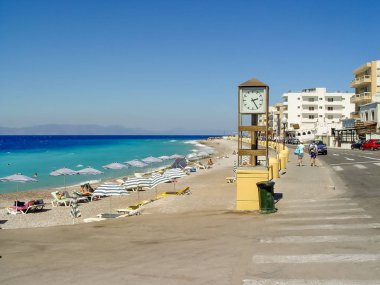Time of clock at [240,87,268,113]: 2:24
